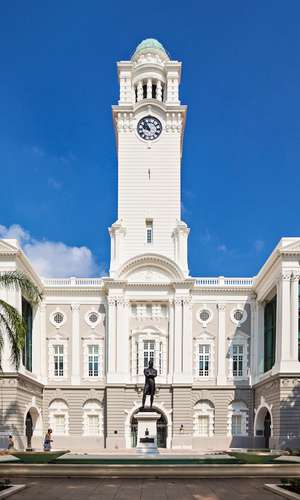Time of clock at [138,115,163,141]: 9:54
